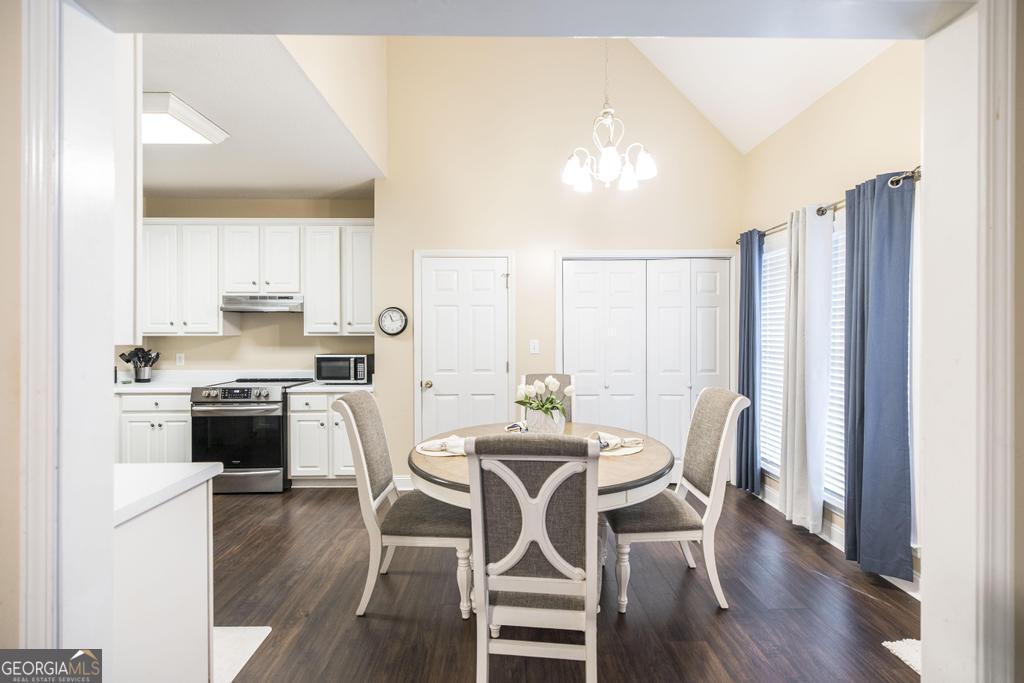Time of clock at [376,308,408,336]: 11:13
